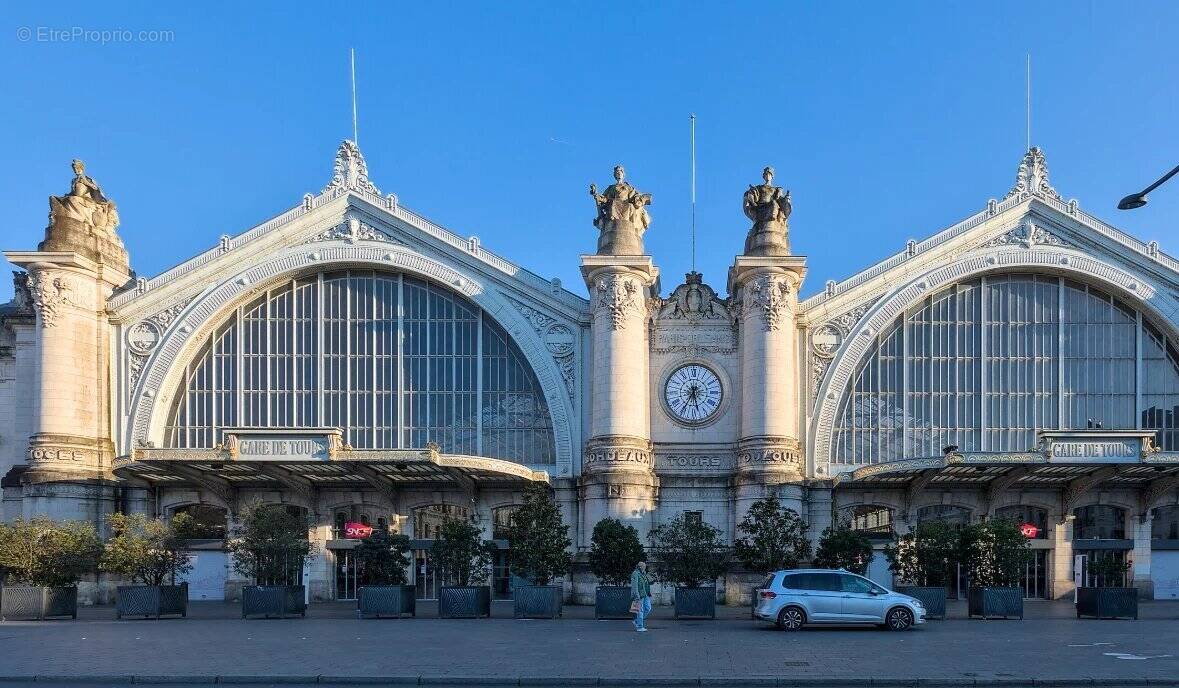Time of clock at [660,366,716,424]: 5:35
